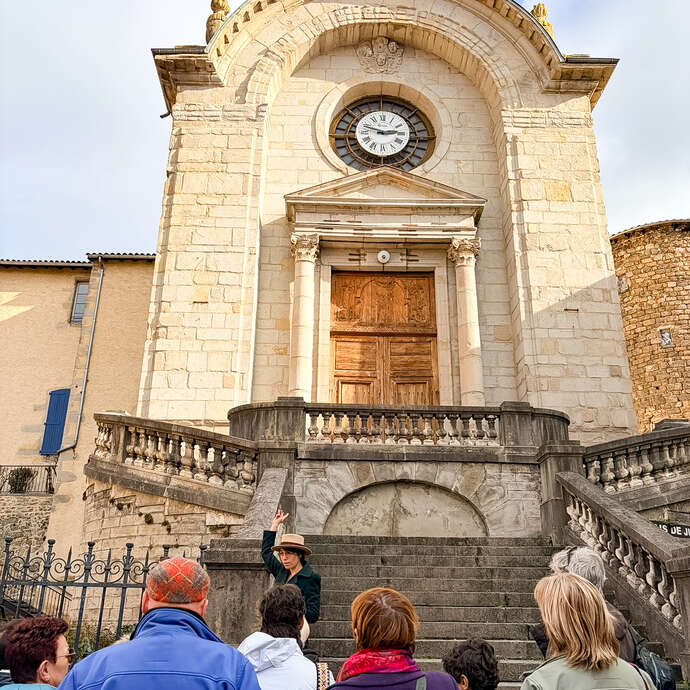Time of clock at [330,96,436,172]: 2:48
